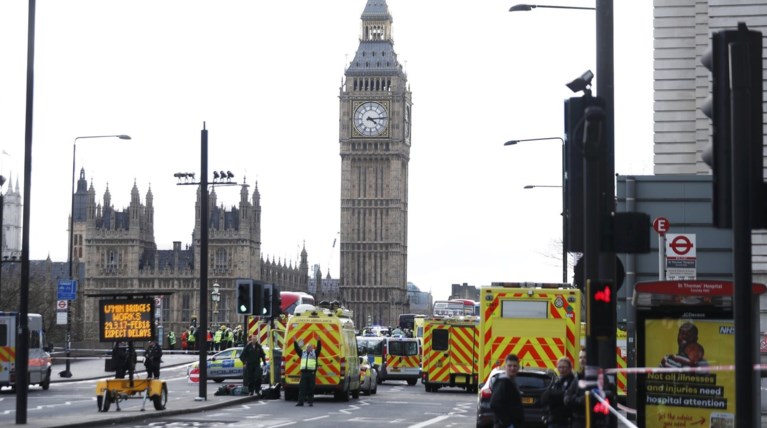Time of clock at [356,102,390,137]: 4:14
